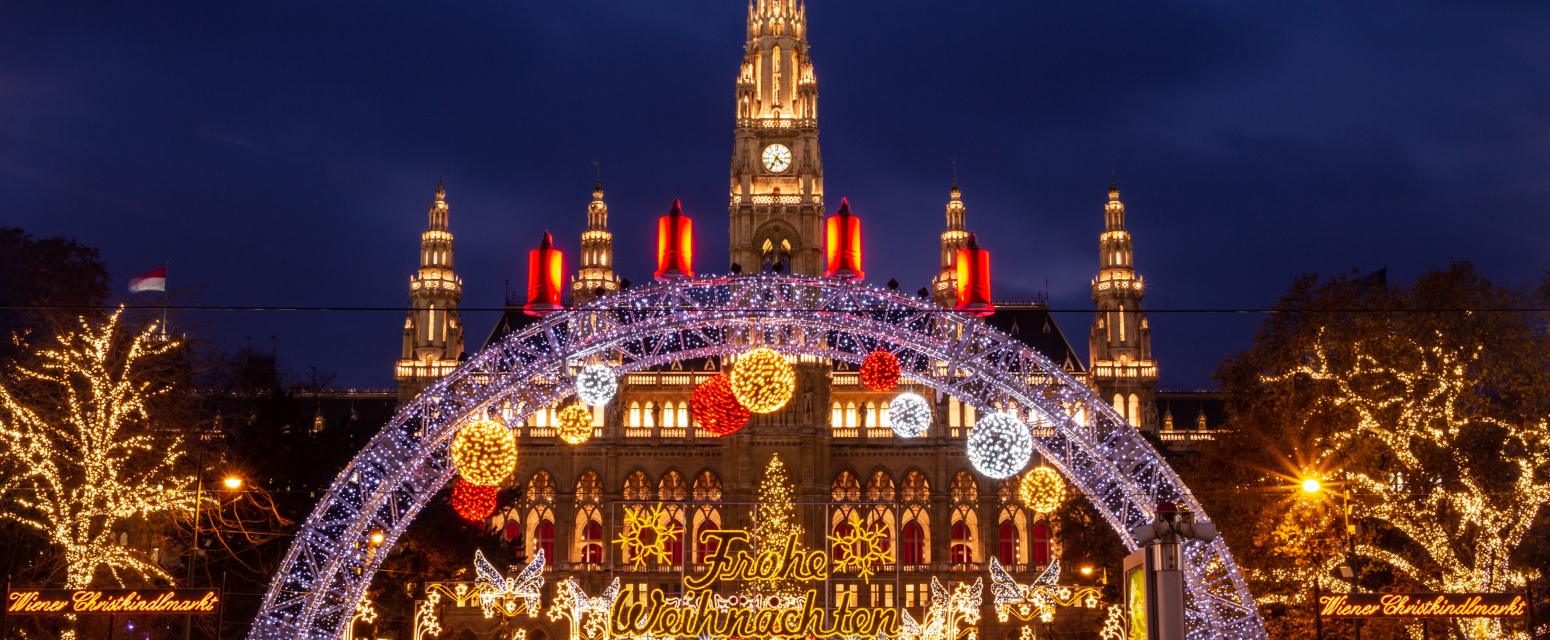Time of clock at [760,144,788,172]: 4:34
